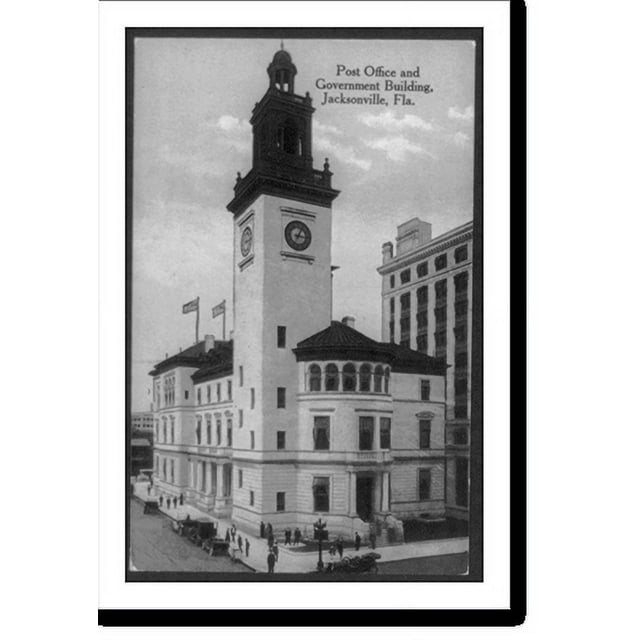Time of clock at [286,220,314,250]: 3:04
